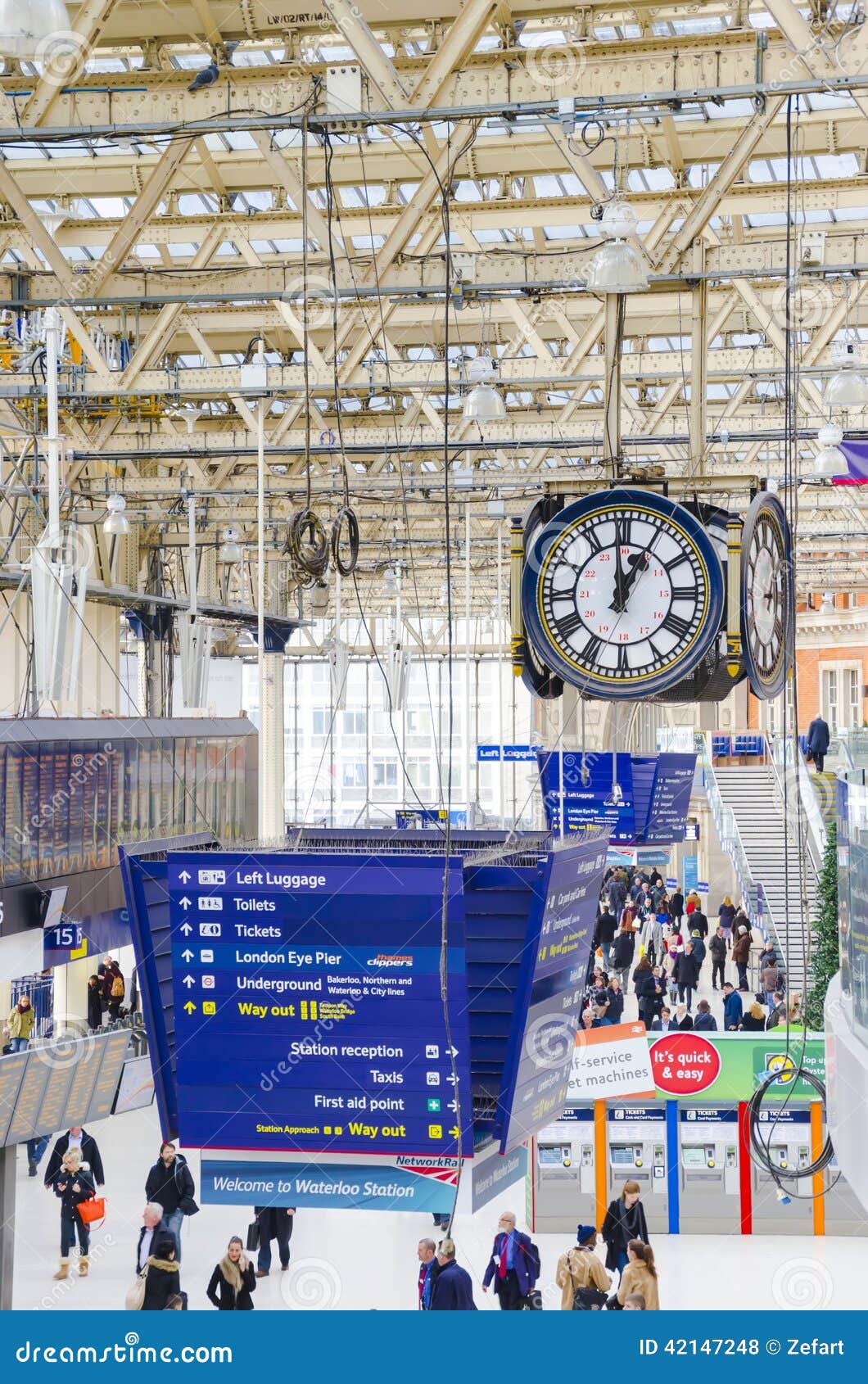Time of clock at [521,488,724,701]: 12:59
